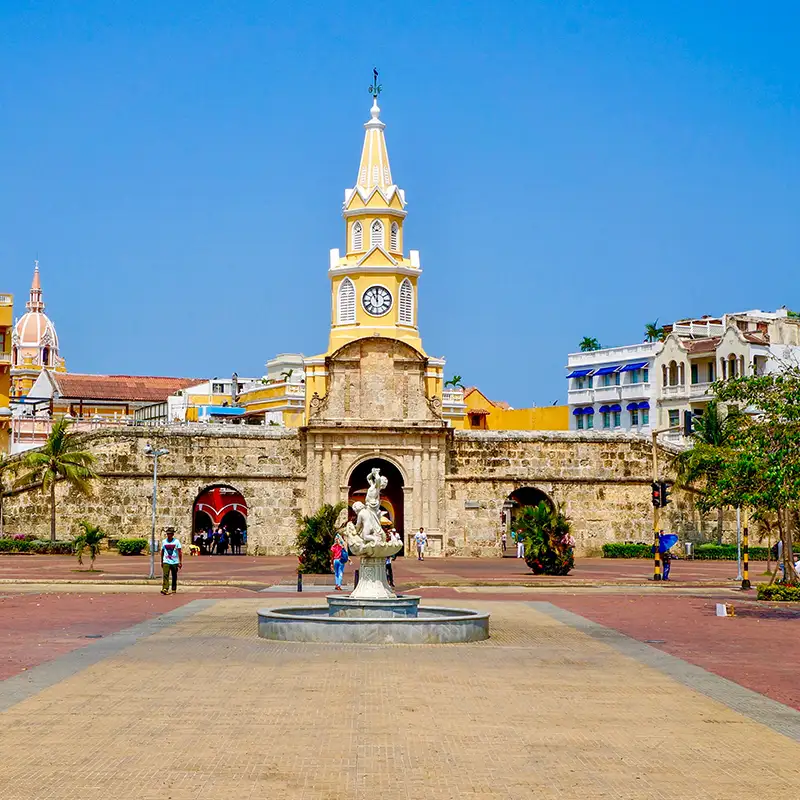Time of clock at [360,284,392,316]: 11:00
